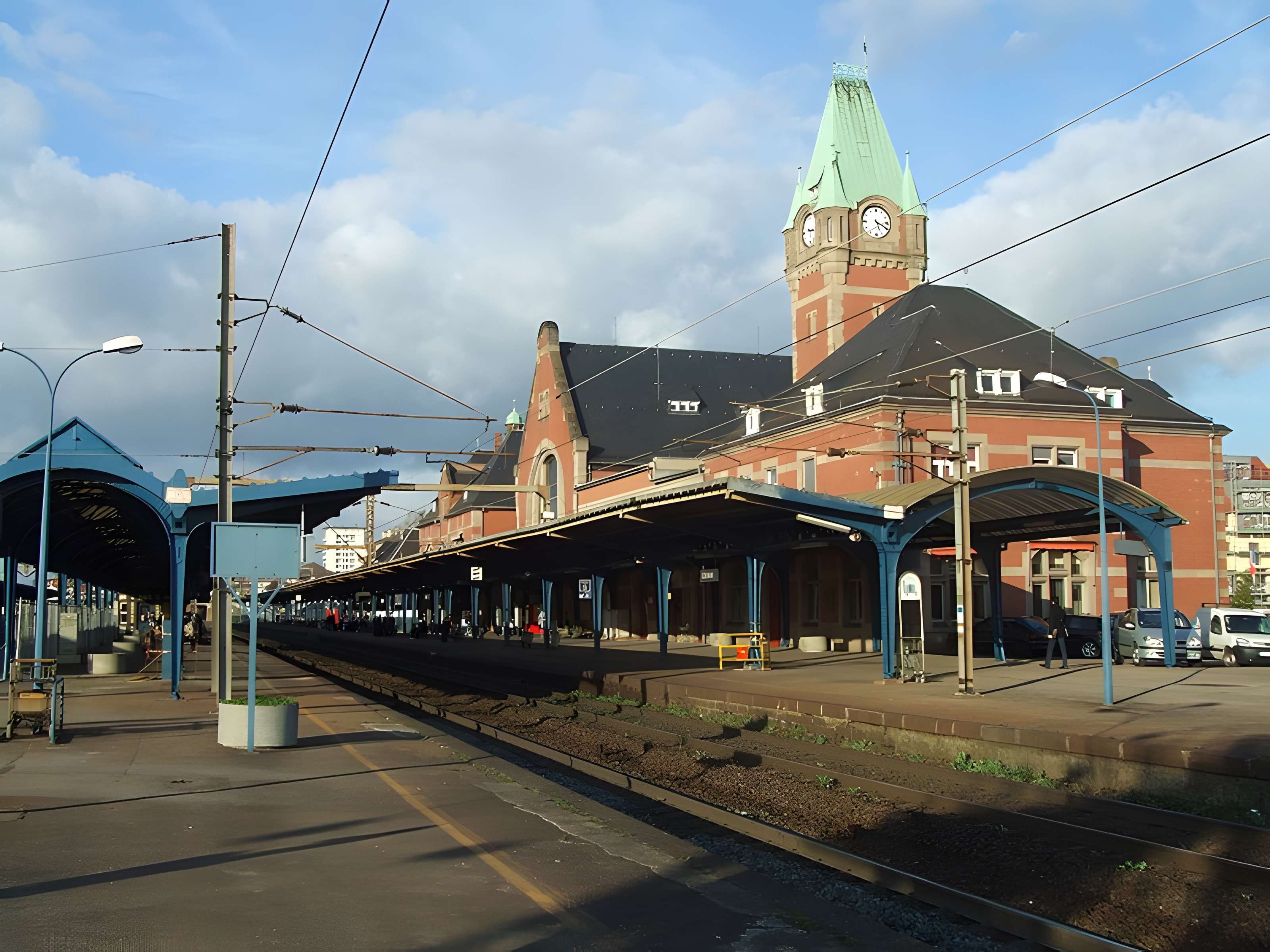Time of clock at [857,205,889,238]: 5:19
